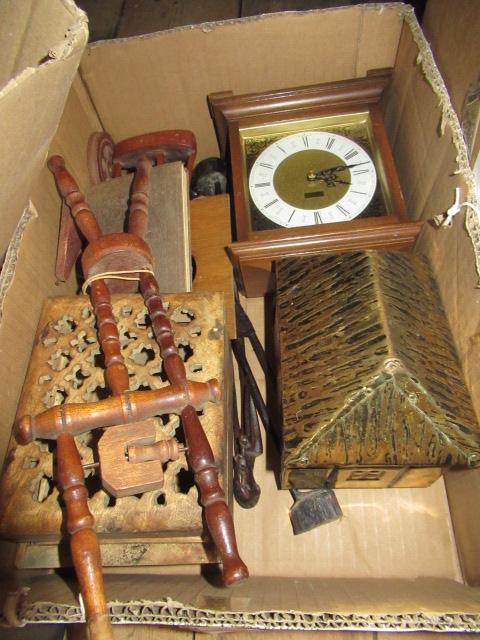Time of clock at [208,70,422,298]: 3:12
